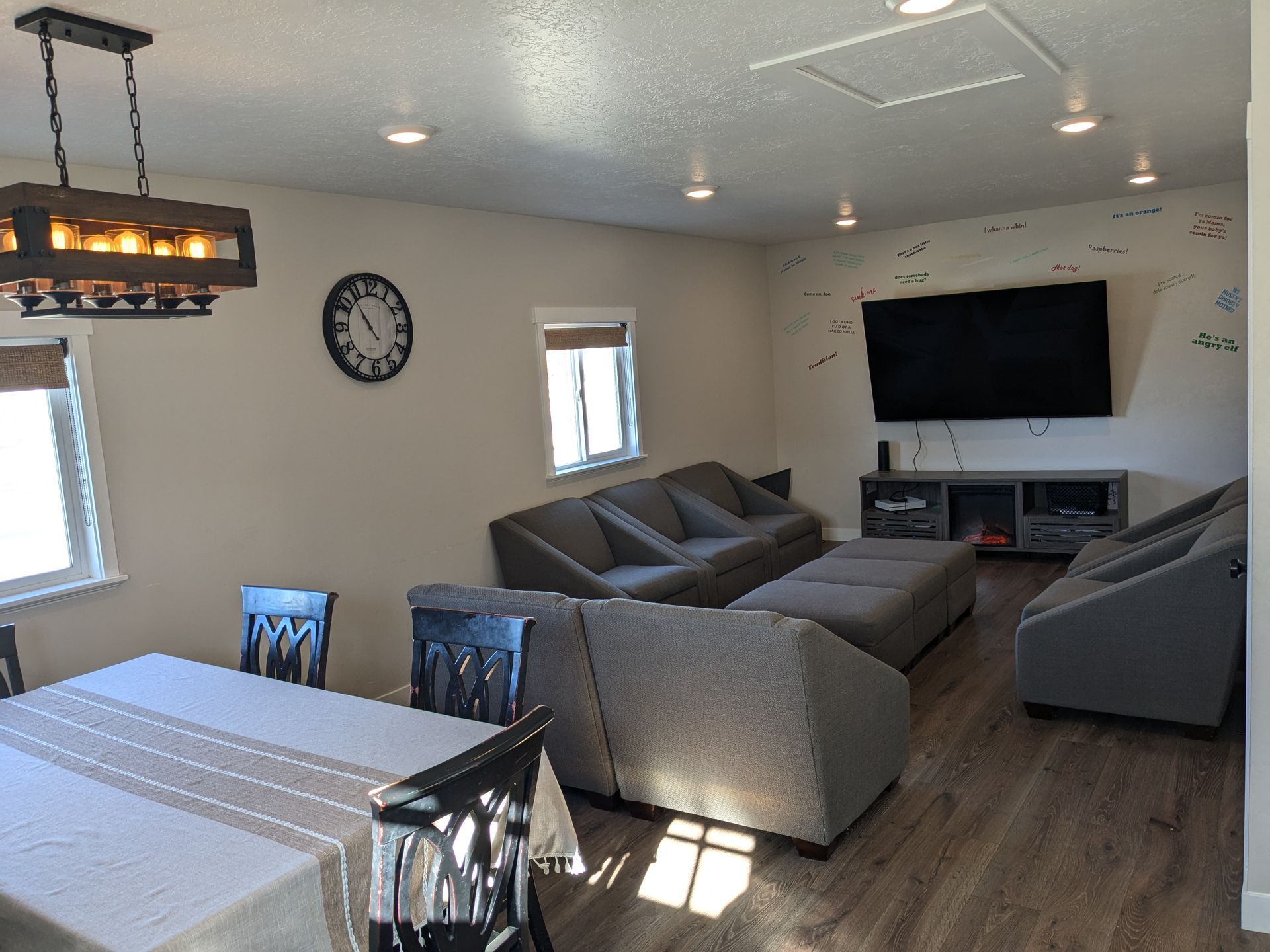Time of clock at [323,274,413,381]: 10:53
